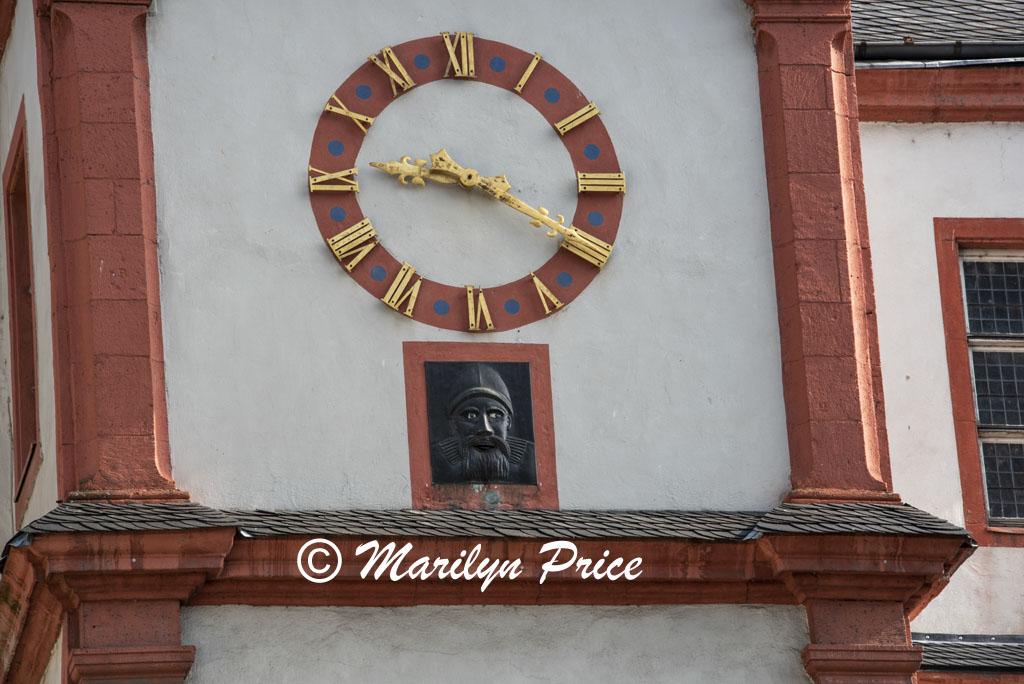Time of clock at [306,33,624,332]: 9:20
